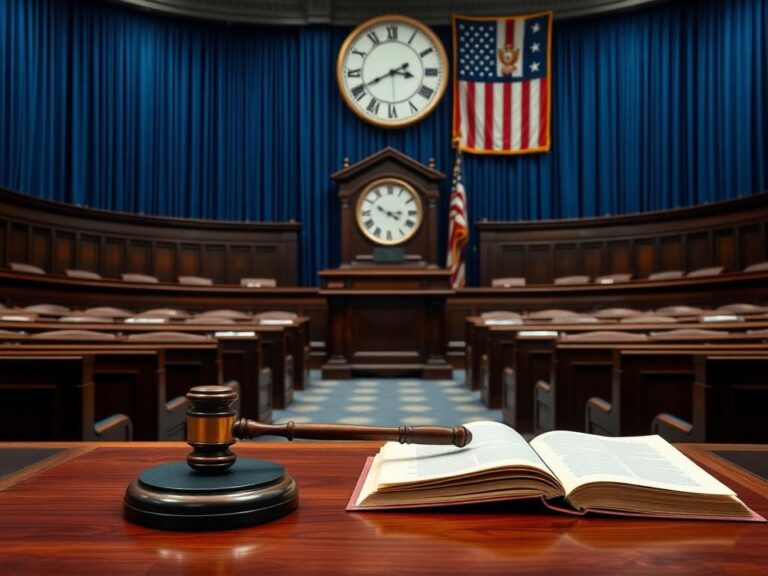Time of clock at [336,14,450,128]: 3:40
